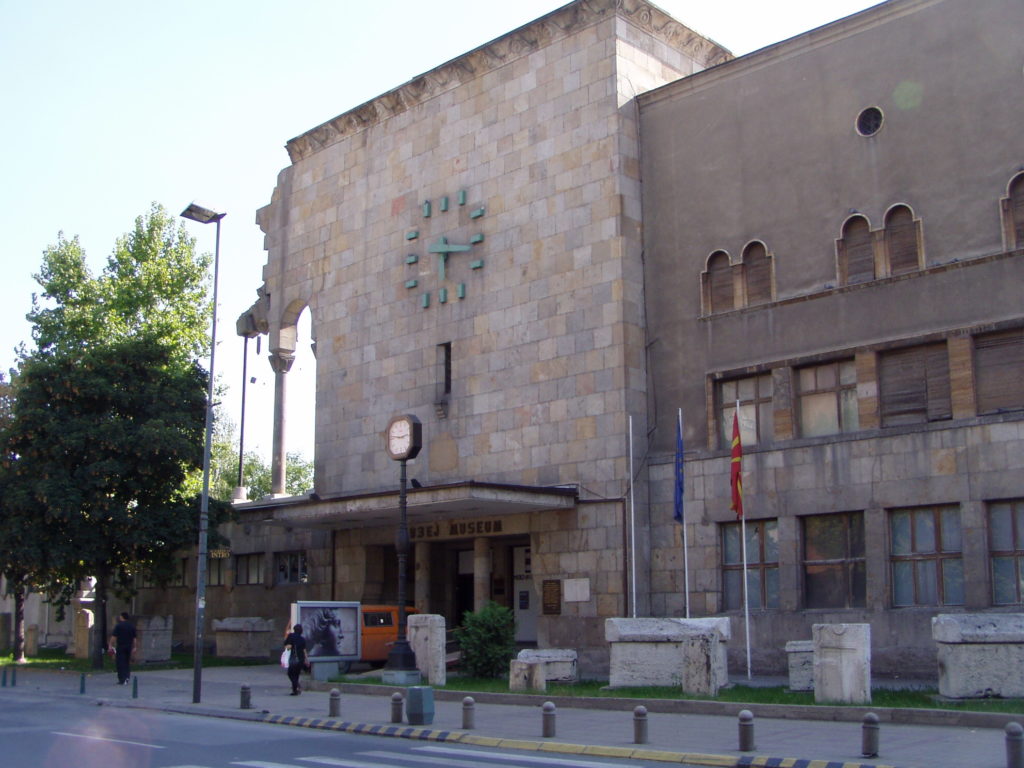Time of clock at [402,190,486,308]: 6:16
